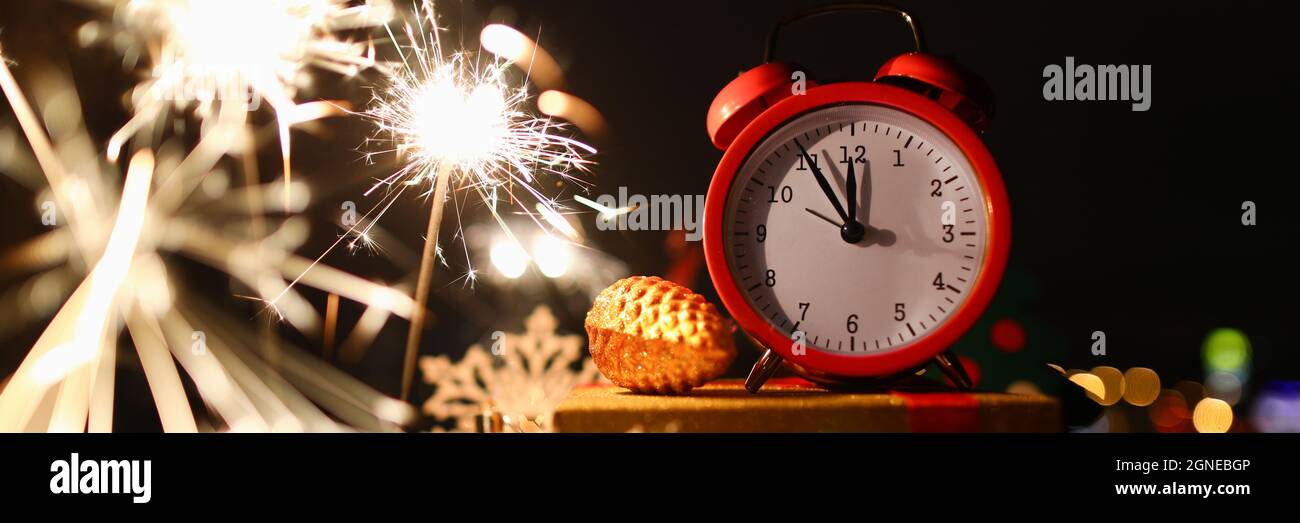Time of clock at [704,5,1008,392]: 11:54
